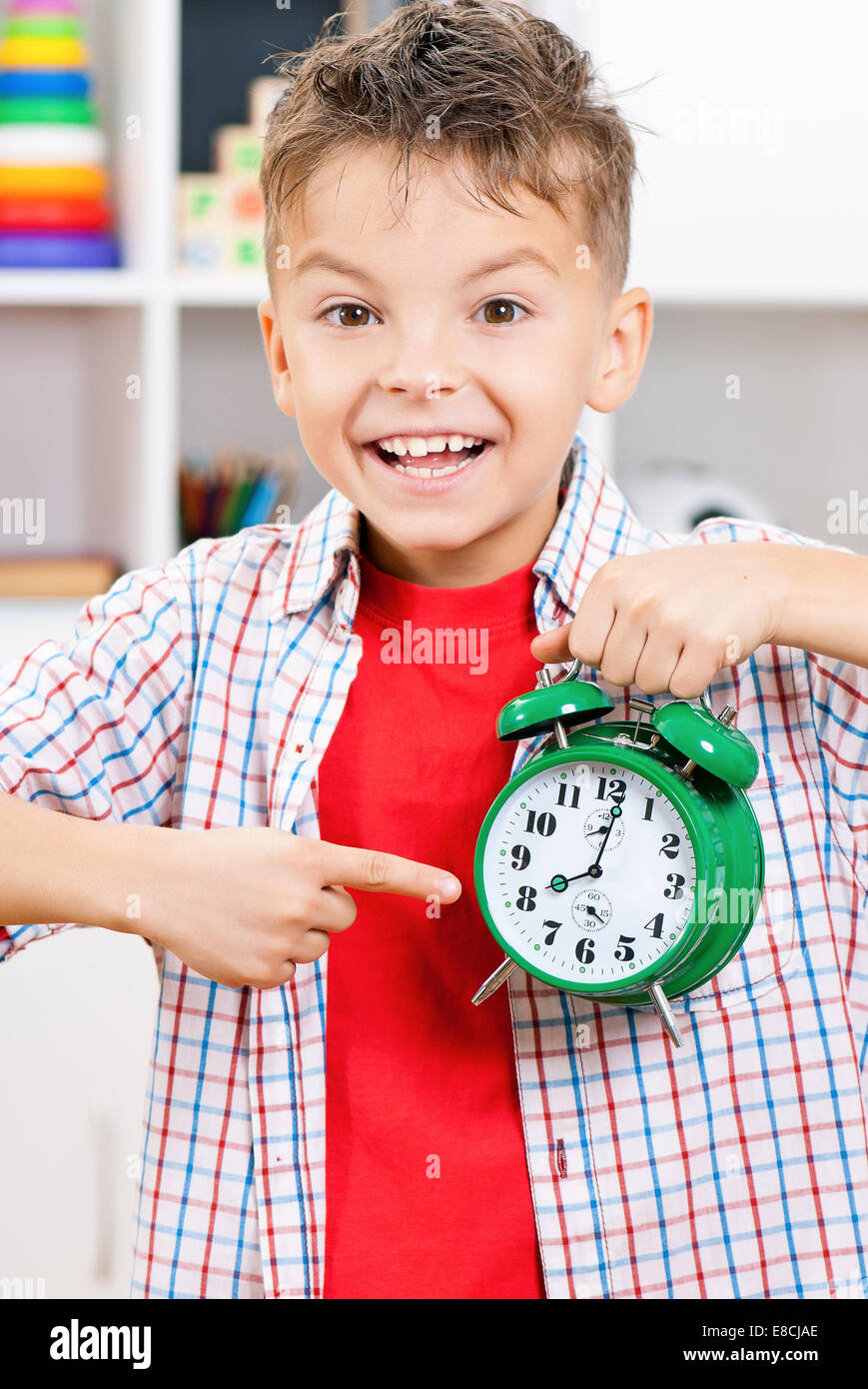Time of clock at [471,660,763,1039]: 8:01
